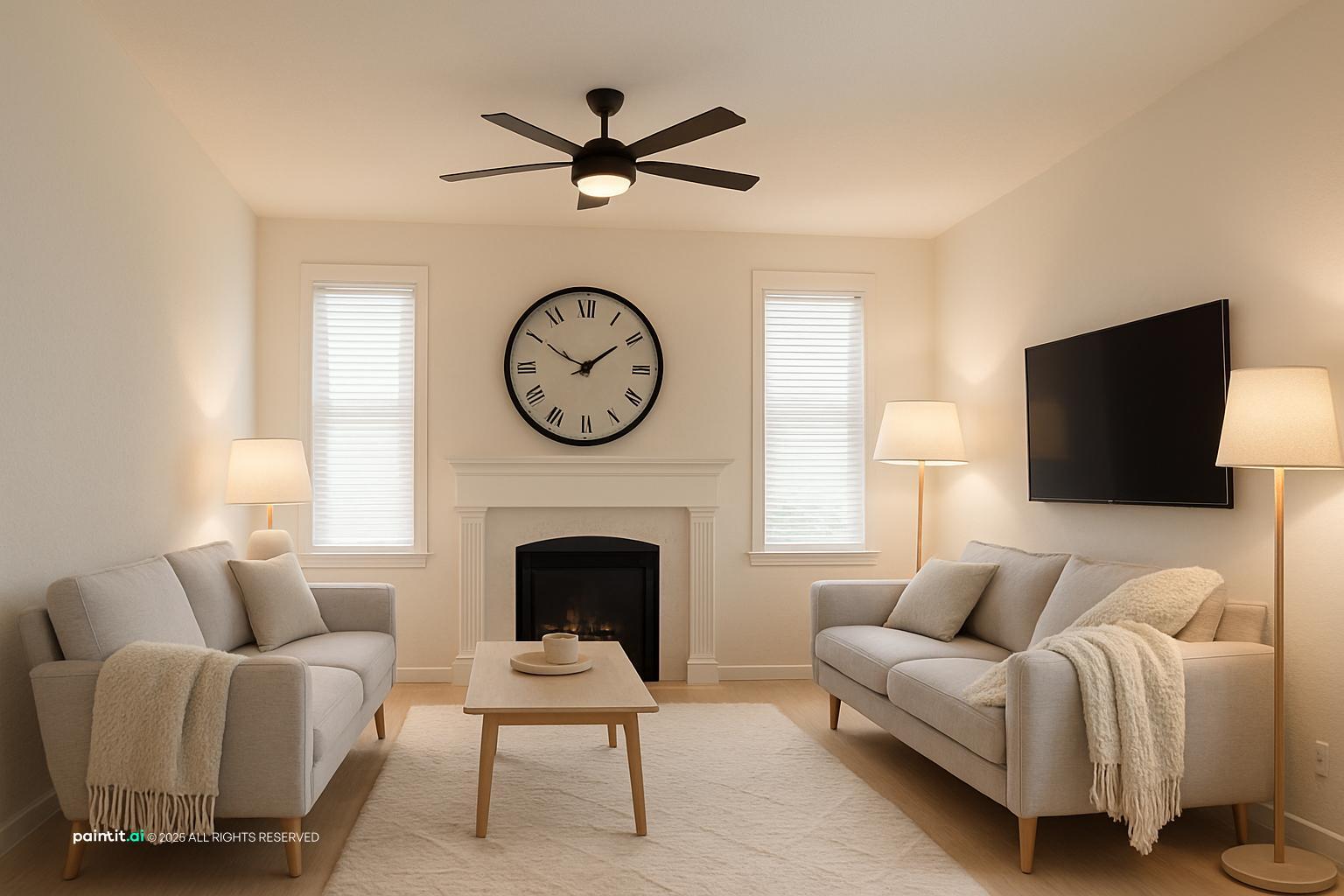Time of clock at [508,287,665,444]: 1:50
